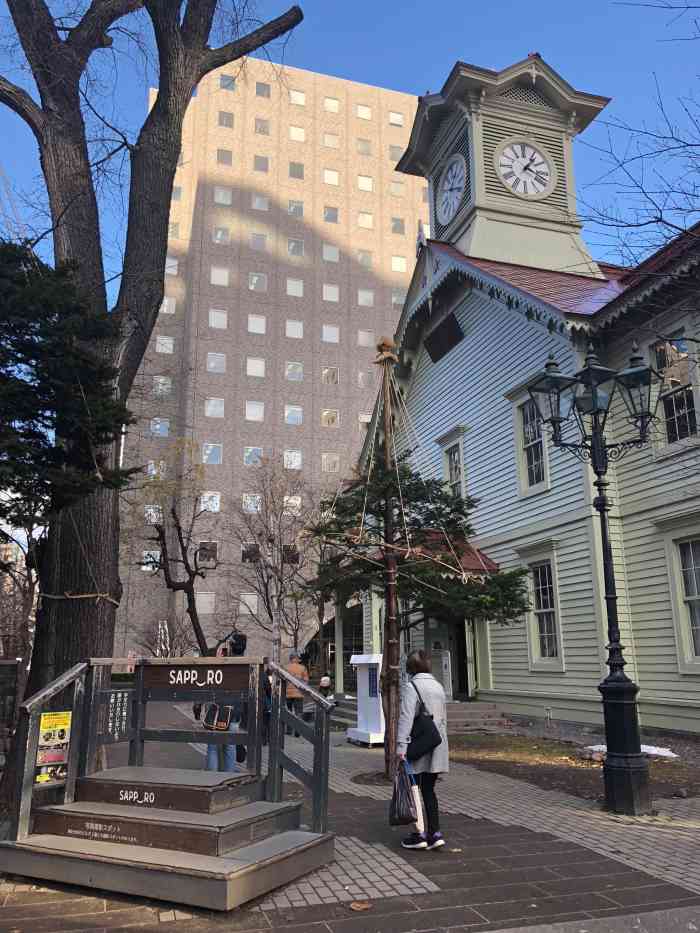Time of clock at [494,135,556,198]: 1:18
